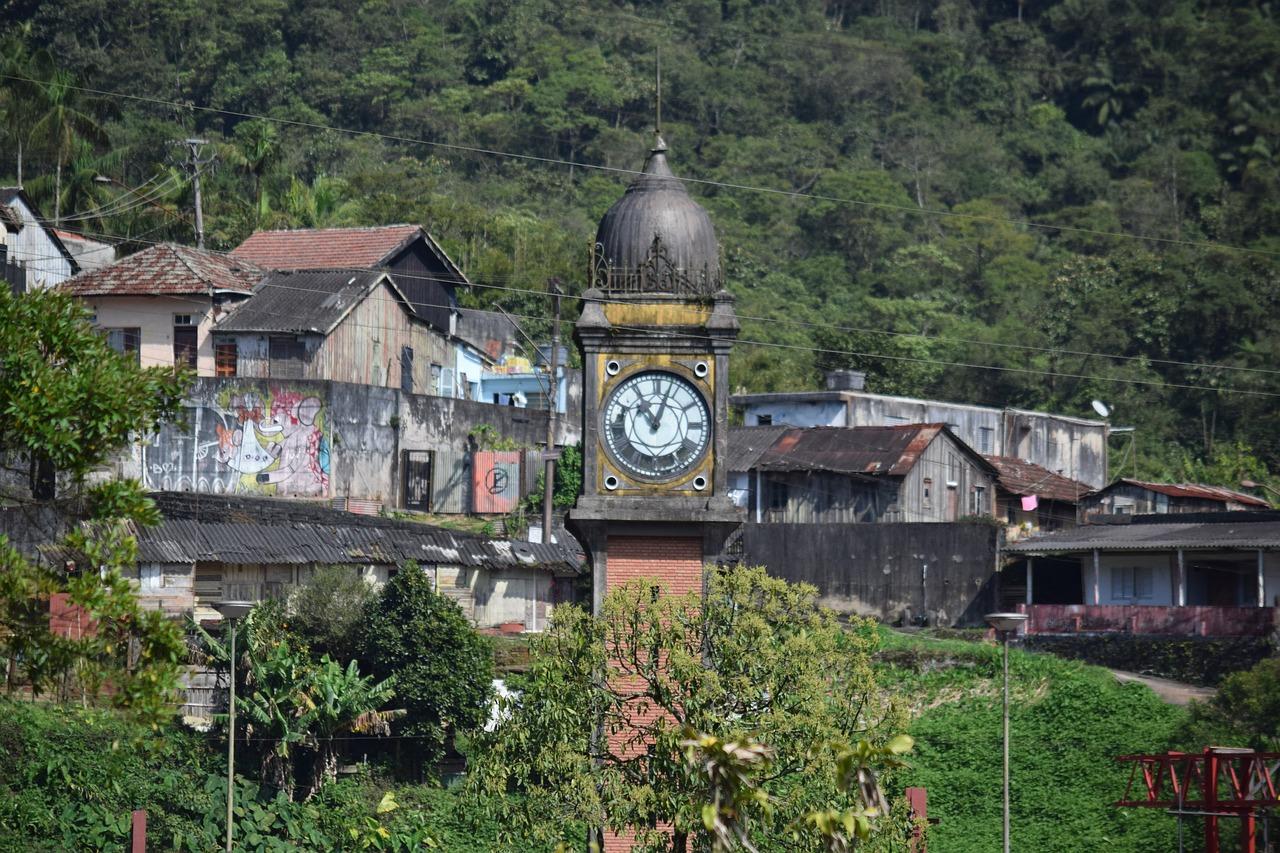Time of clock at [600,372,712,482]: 11:03
